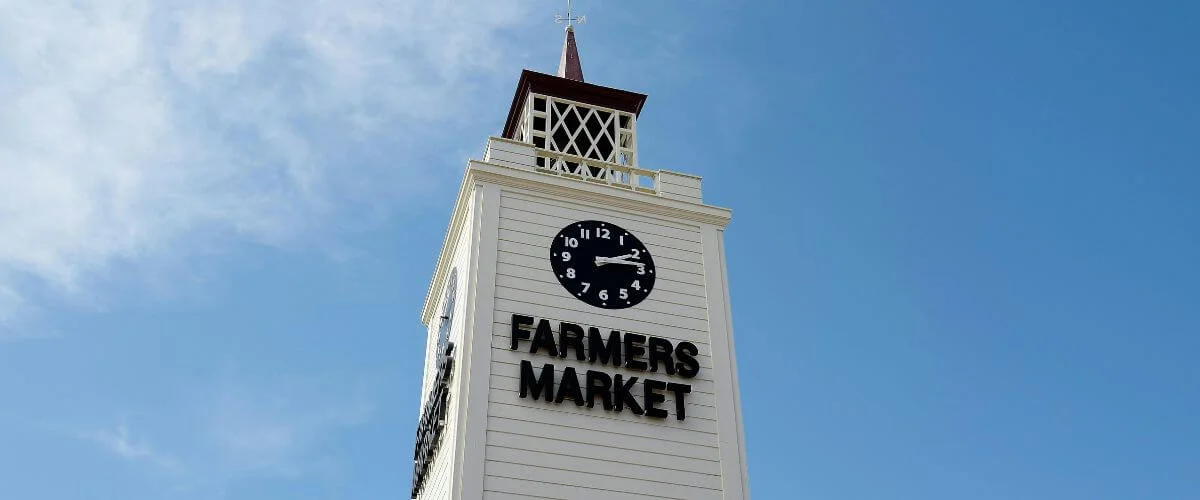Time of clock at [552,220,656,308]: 2:13
